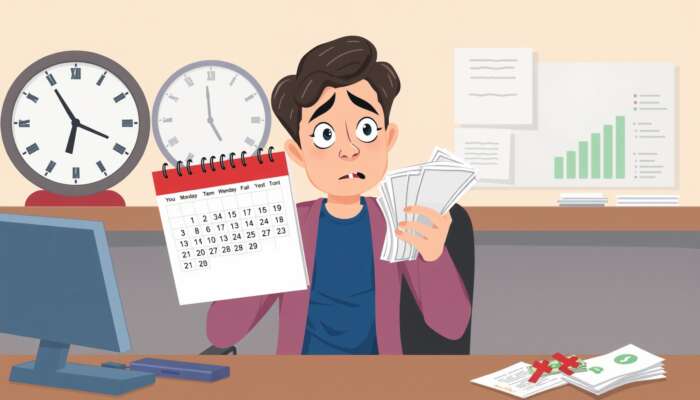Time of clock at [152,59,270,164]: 4:58
